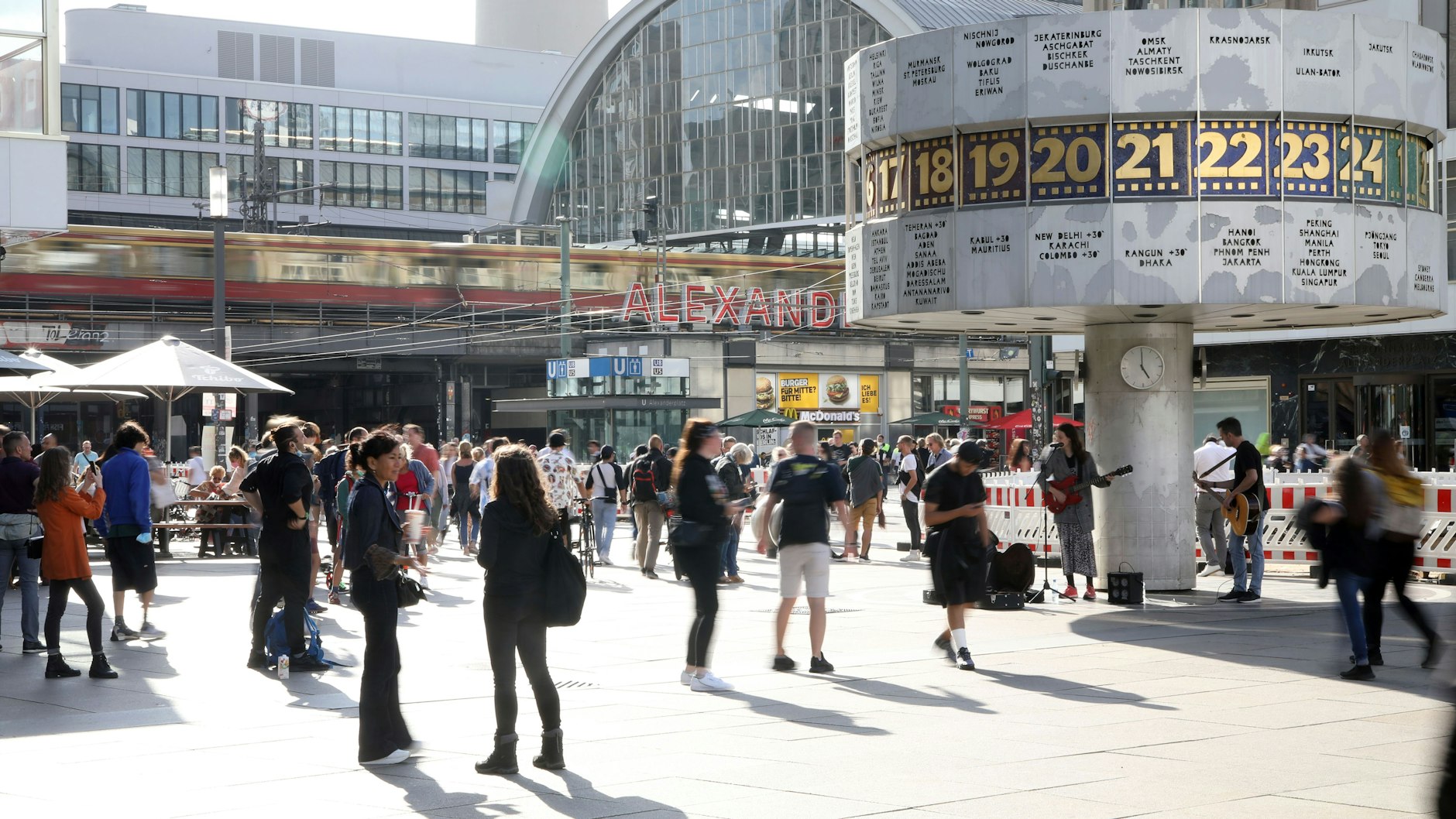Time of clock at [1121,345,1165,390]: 5:00
